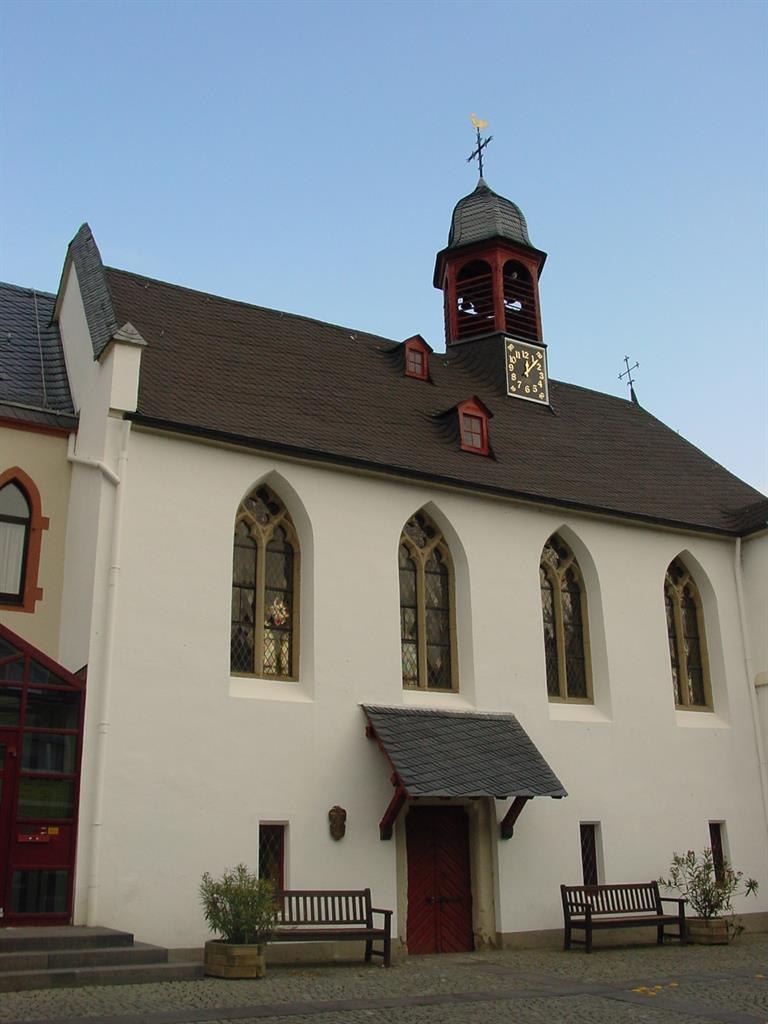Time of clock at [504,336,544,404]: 12:07
